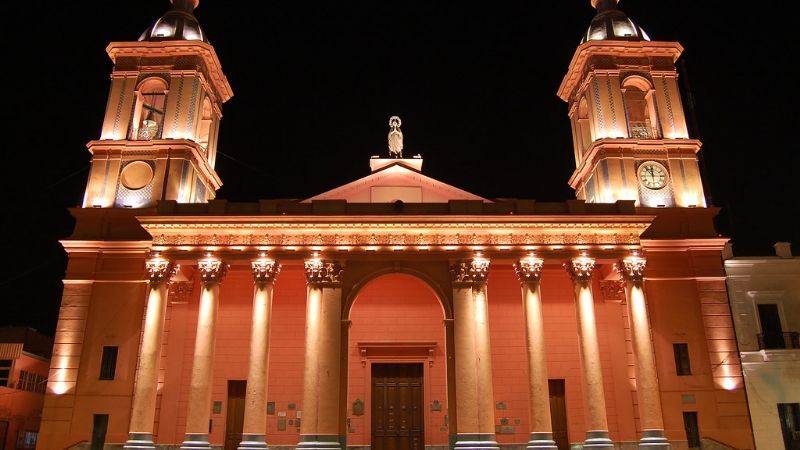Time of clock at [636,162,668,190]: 11:53
